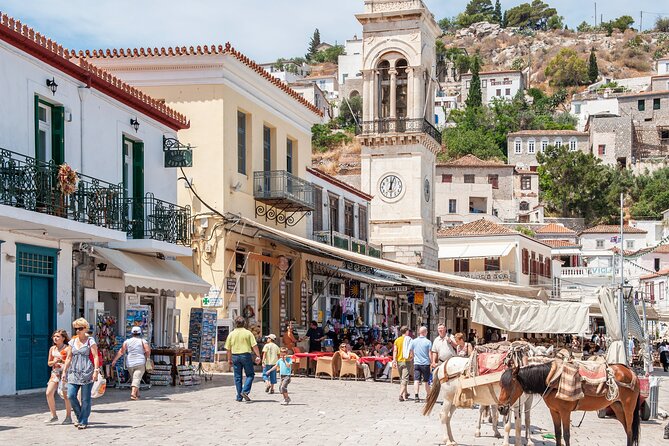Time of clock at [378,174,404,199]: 12:03
